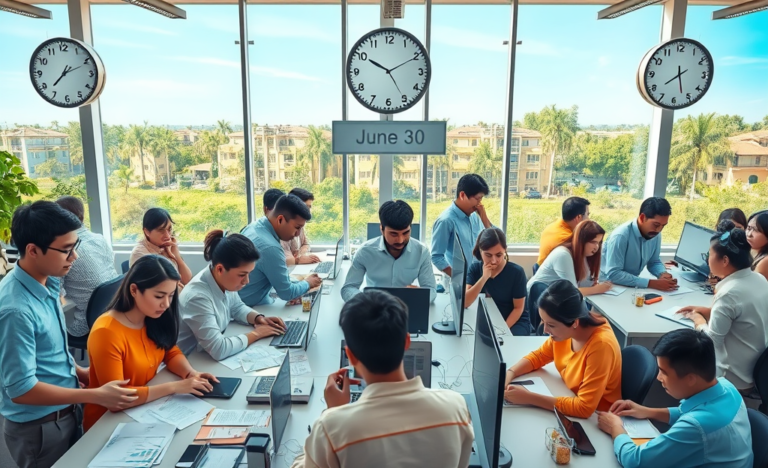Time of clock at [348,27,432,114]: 10:10
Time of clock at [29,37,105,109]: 7:11
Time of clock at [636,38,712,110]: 7:27
